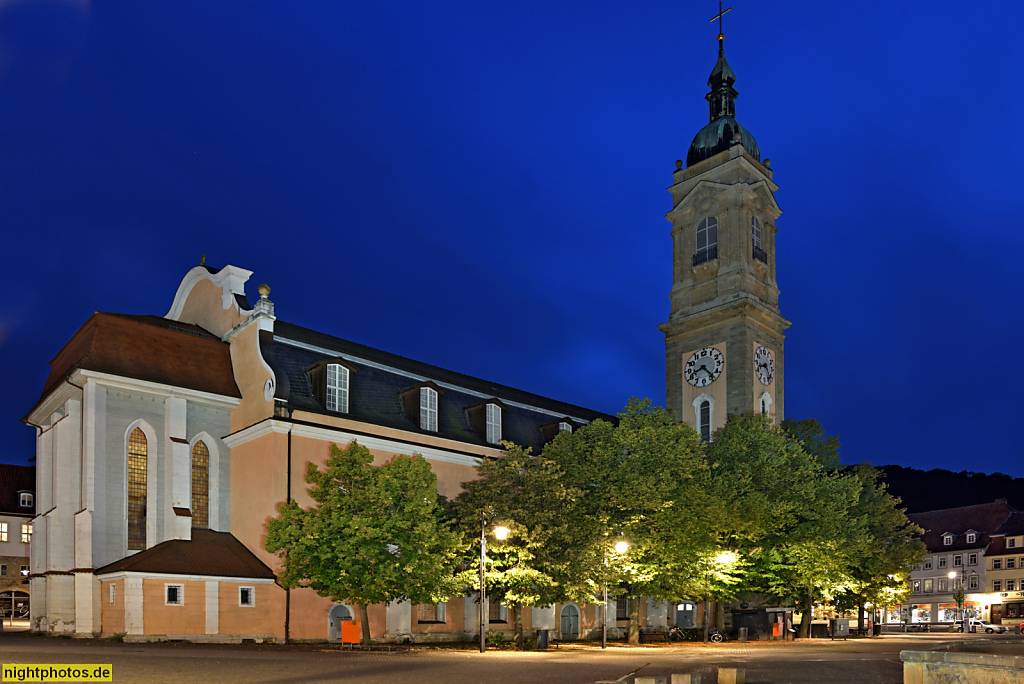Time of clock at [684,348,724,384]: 8:23
